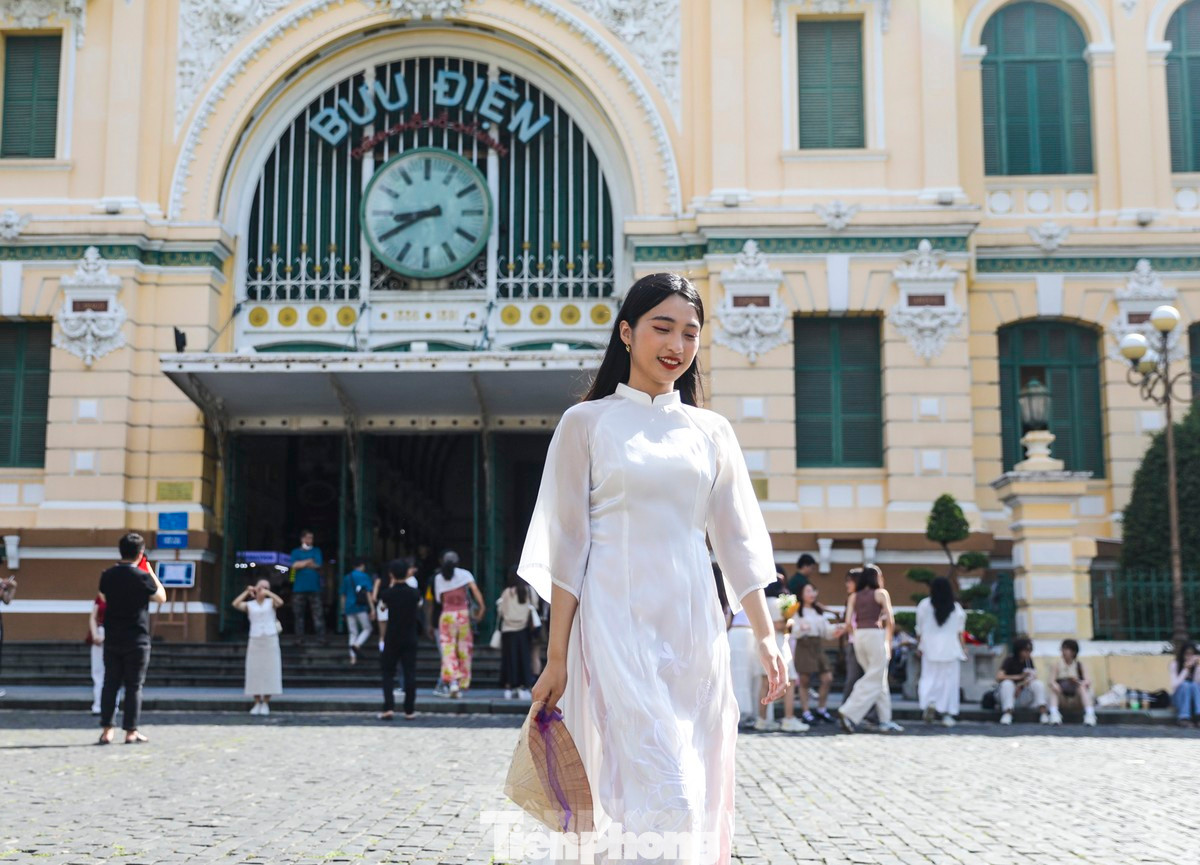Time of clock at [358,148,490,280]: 8:40
